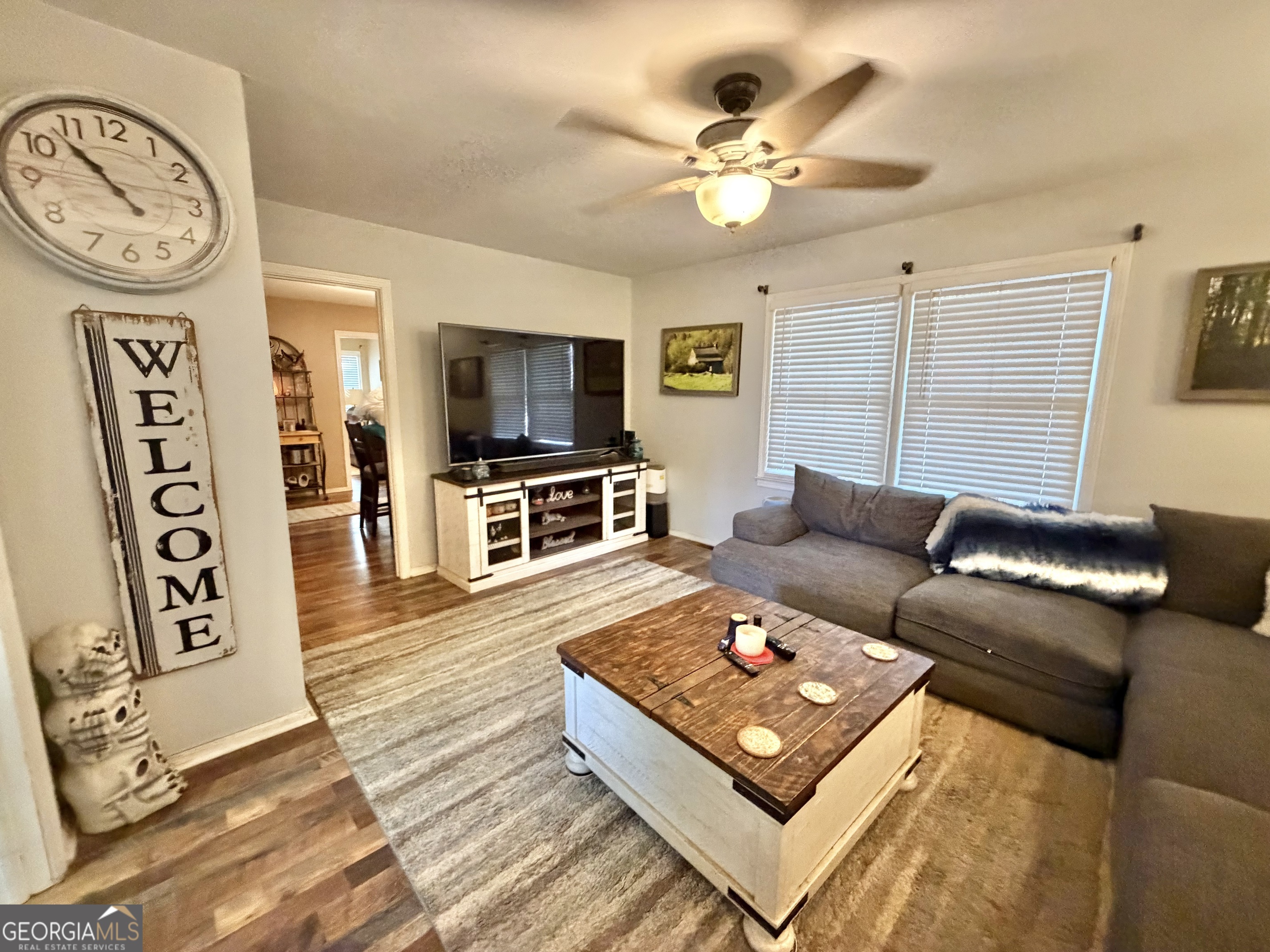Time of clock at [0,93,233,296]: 10:53
